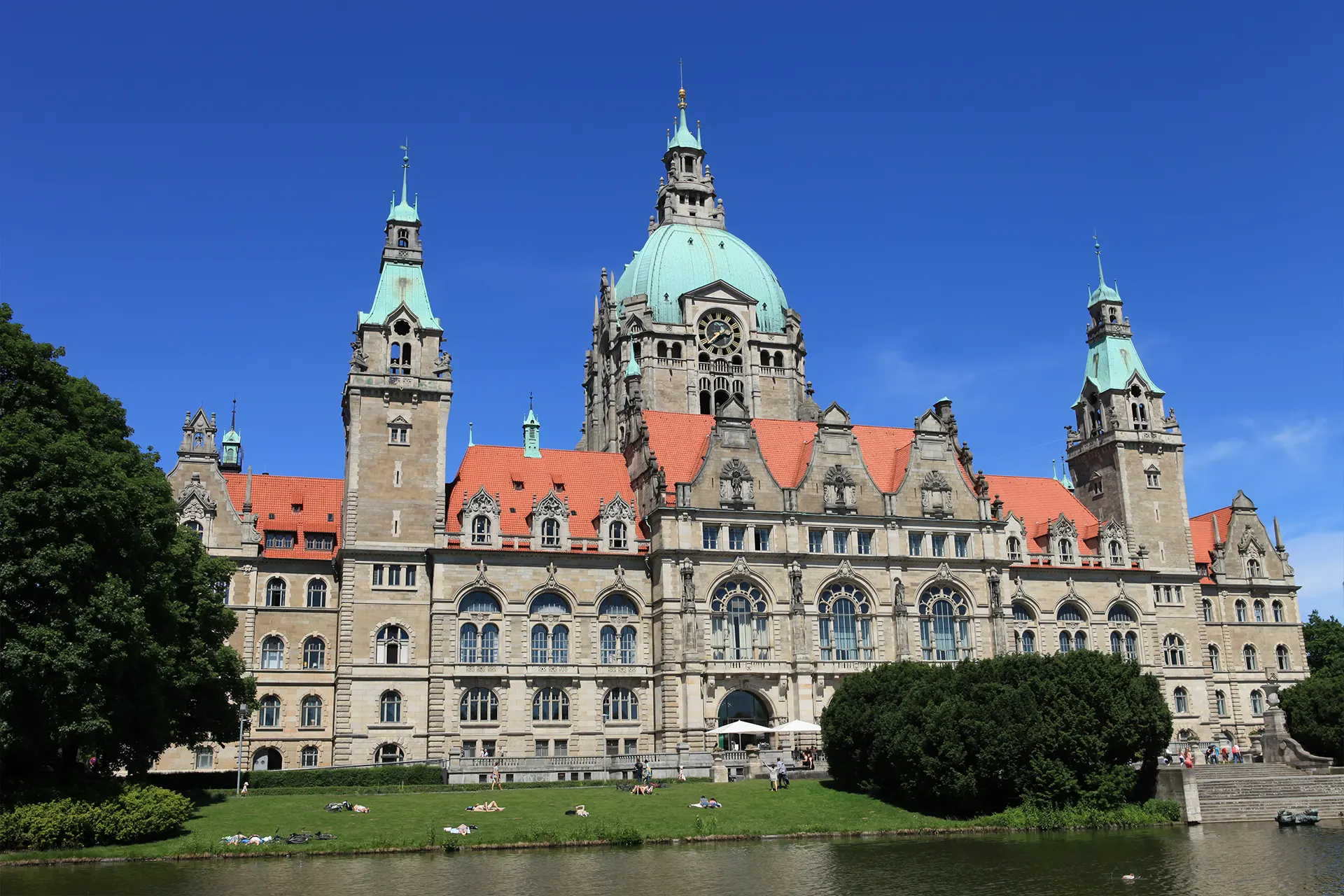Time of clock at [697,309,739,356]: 2:38
